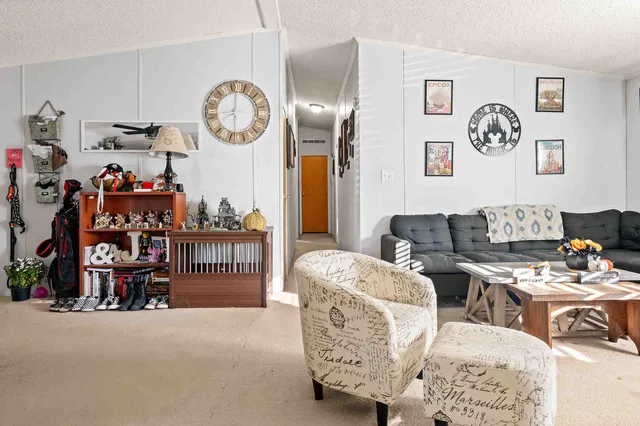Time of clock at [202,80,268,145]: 8:01
